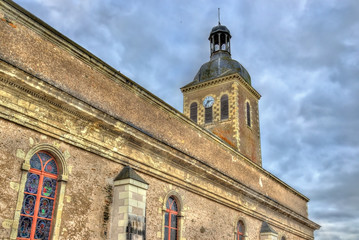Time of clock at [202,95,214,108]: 2:36
